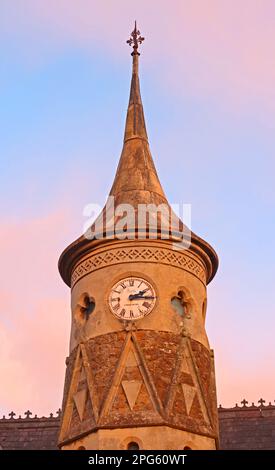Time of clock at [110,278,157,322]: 2:15
